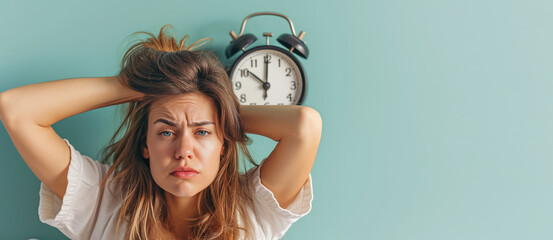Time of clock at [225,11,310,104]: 10:00
